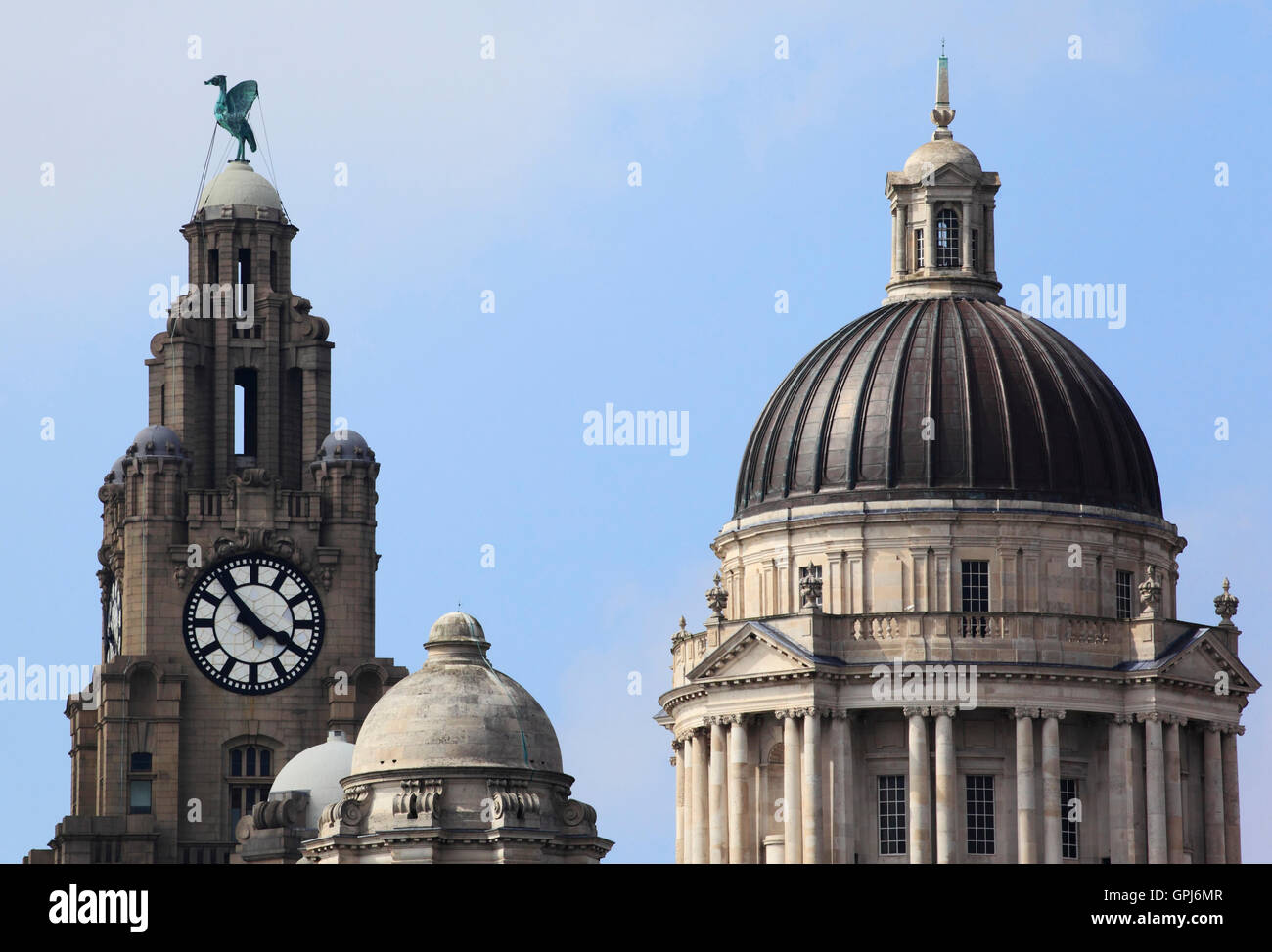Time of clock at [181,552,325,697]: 3:52
